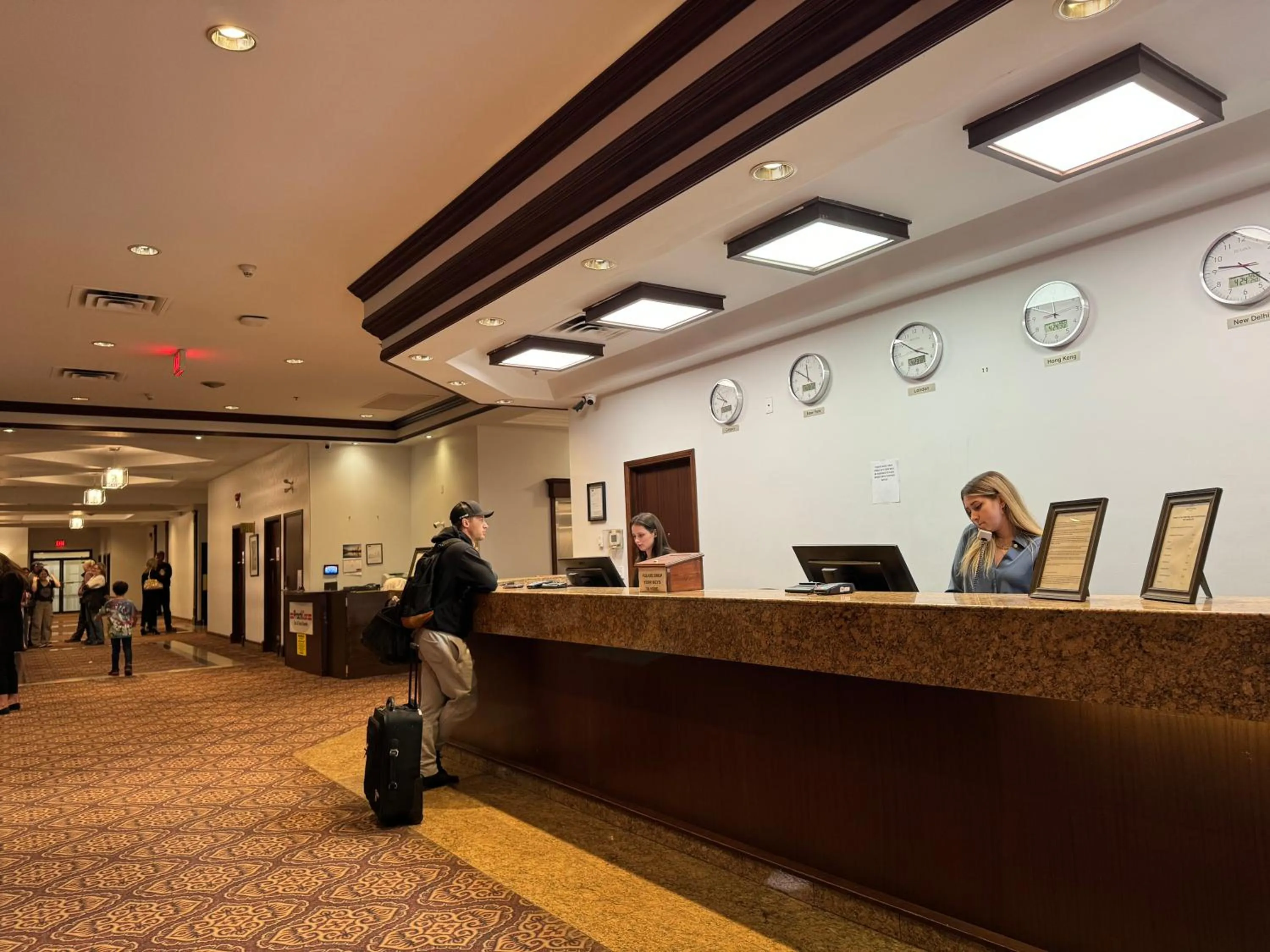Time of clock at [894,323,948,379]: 3:50
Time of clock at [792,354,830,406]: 11:50
